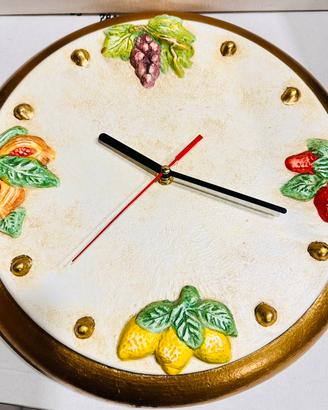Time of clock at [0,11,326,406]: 10:18
